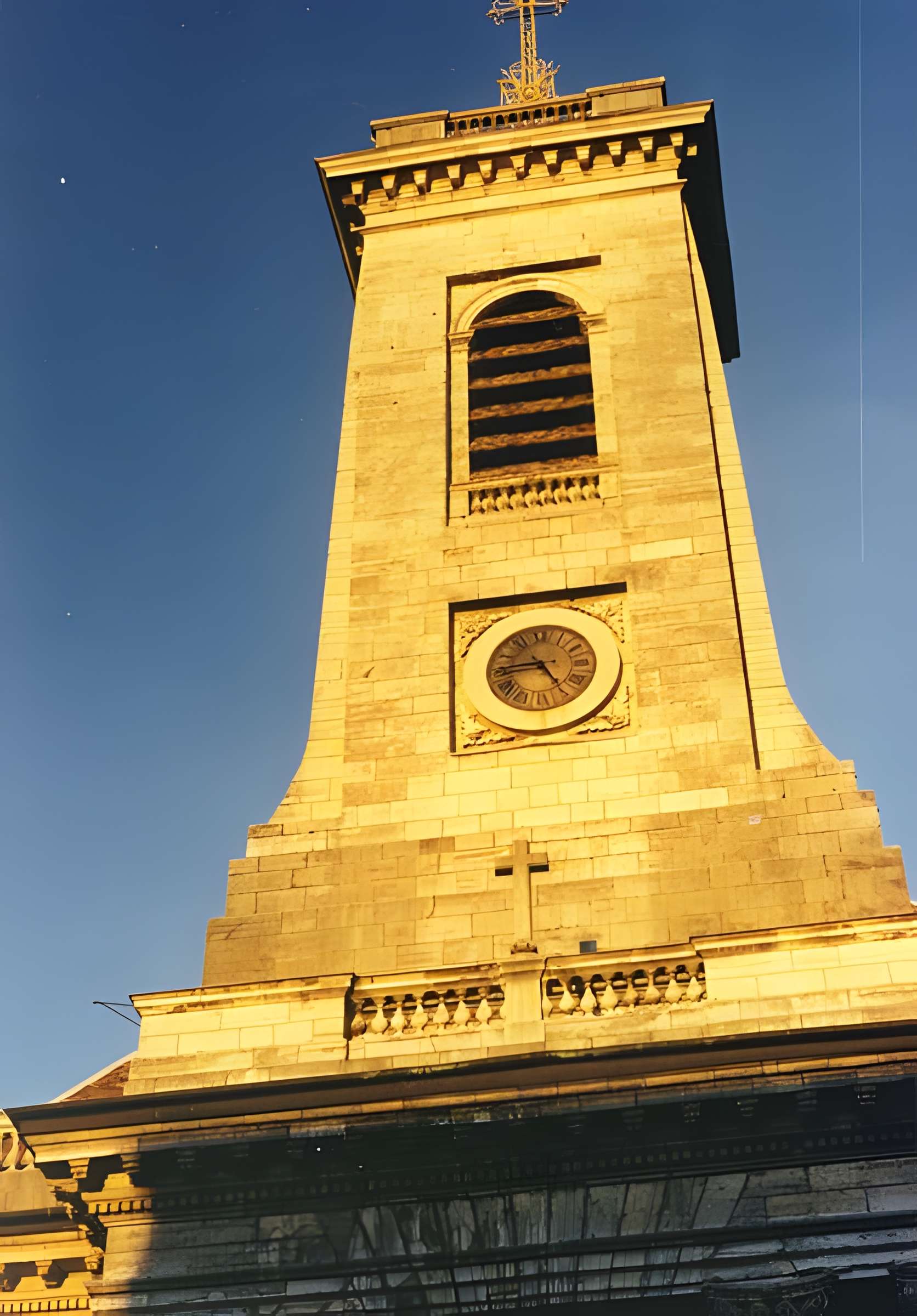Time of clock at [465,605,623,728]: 4:44
